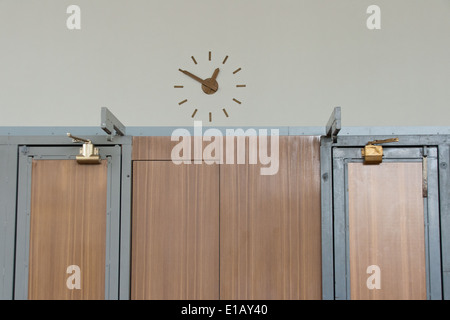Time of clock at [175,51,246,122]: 12:50
